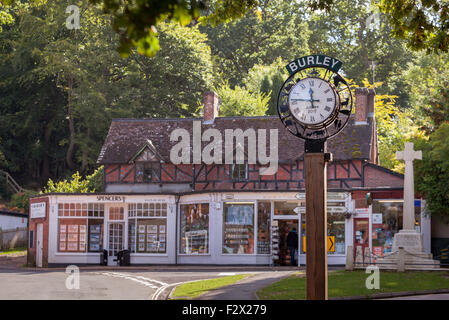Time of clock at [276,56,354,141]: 11:46
